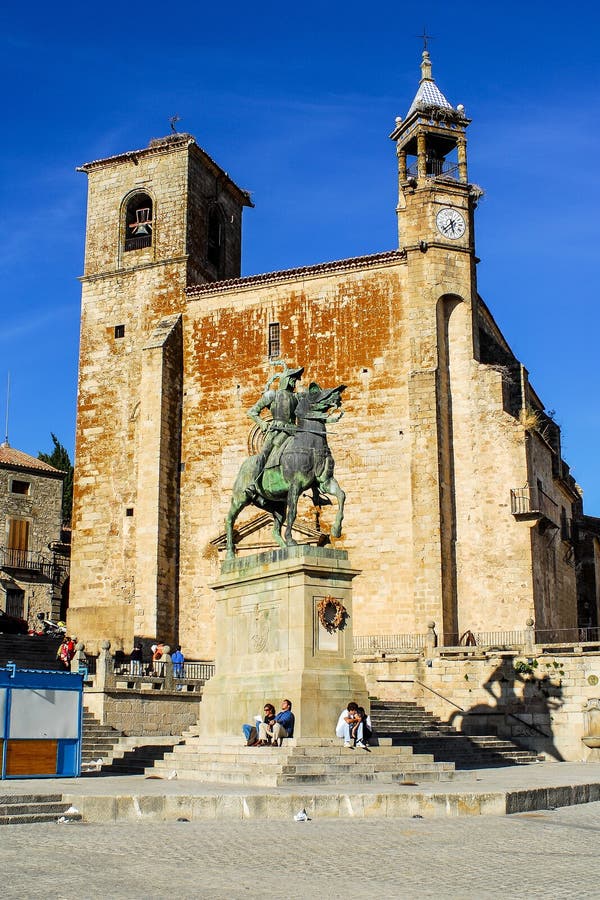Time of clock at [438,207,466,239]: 5:38
